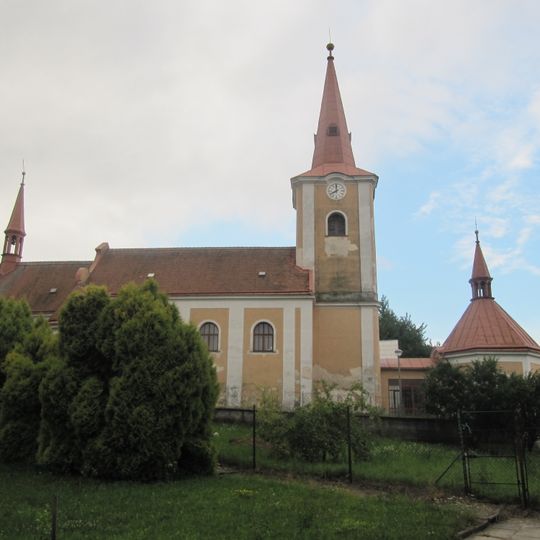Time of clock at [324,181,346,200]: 7:59
